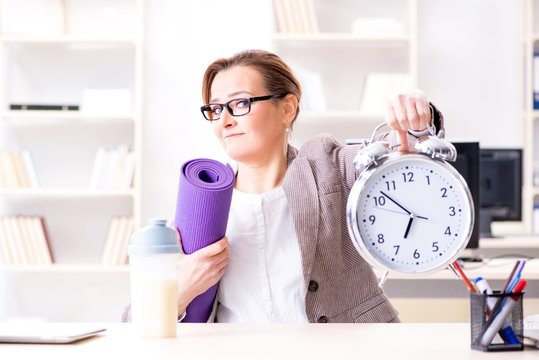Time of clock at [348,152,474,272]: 6:52
